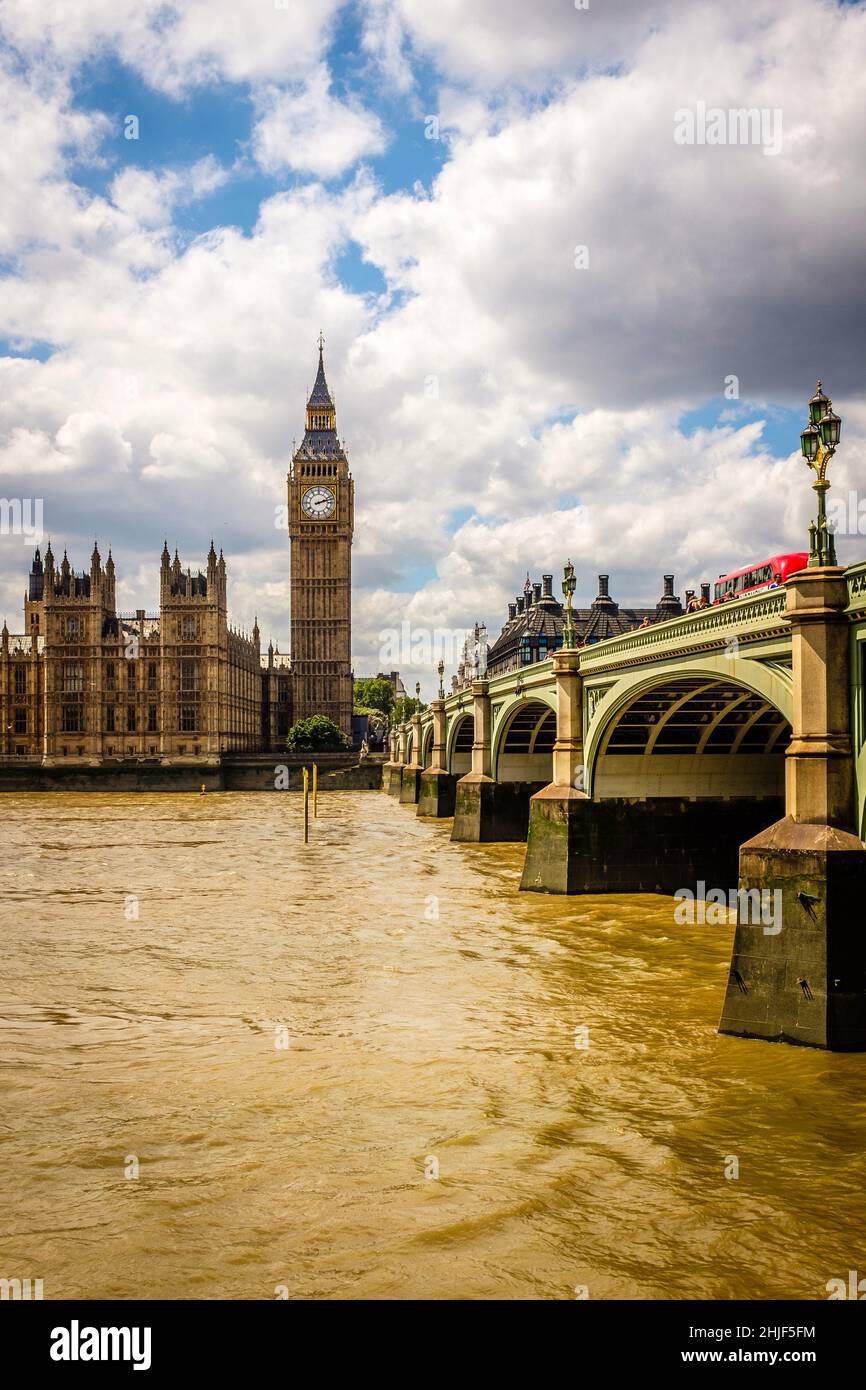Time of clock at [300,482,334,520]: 2:12
